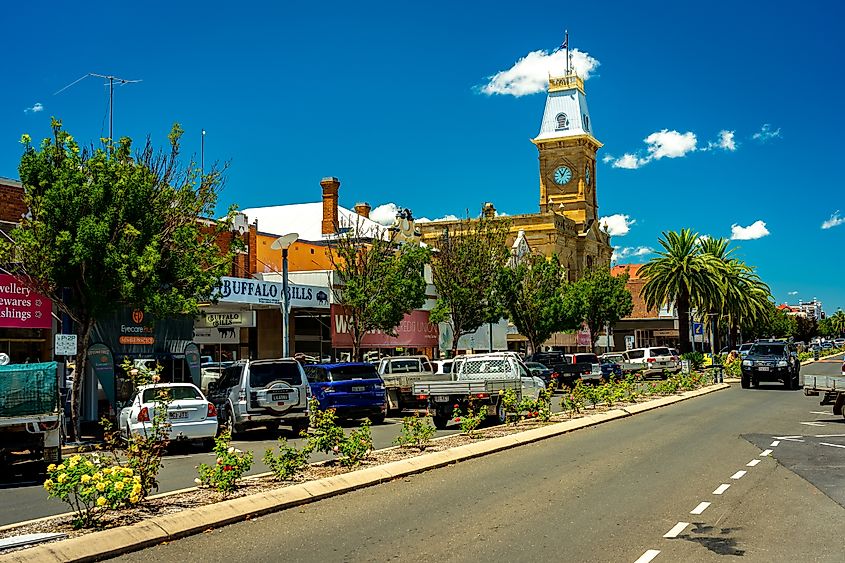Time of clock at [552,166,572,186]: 11:05
